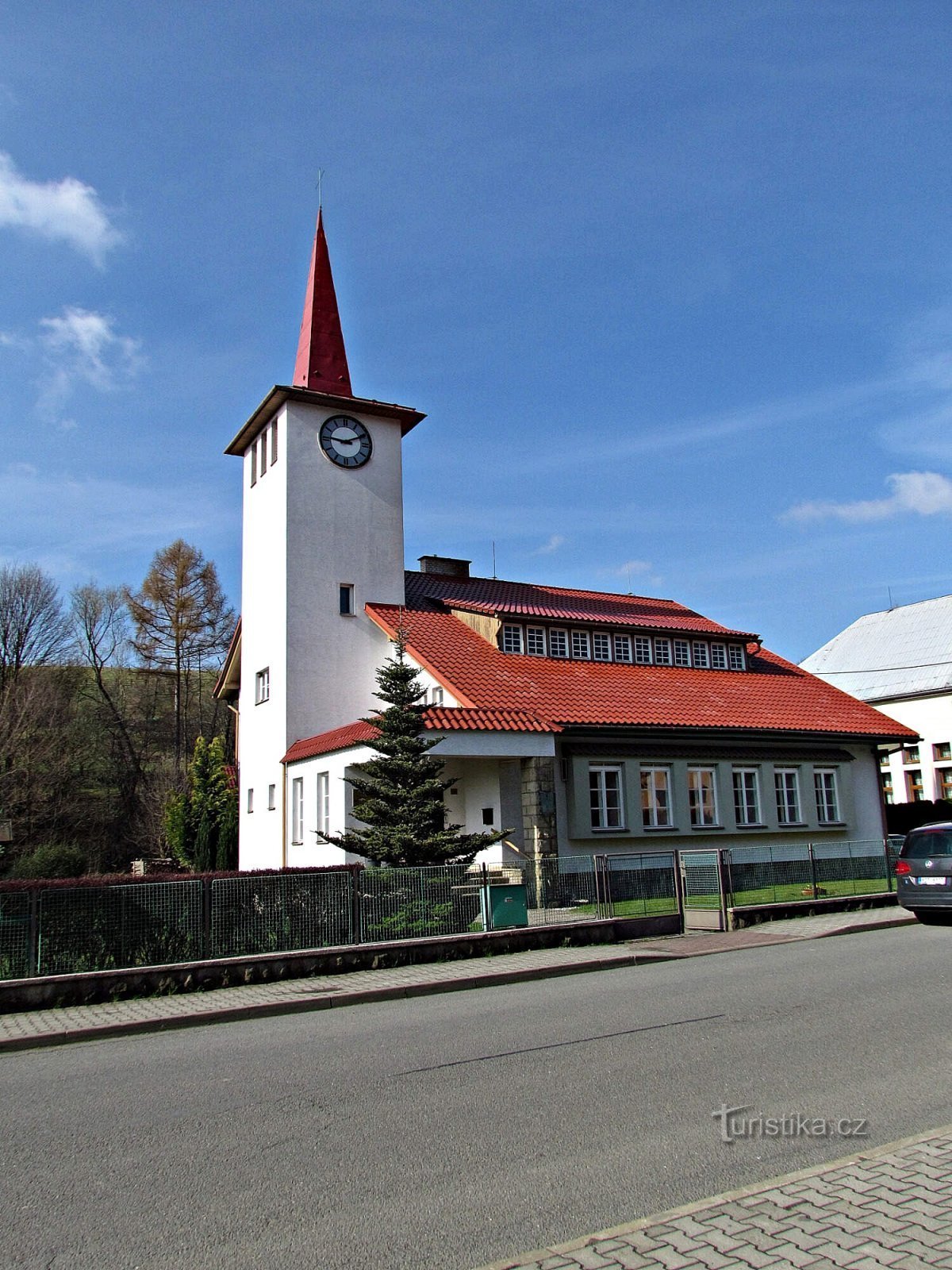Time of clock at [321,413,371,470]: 9:10
